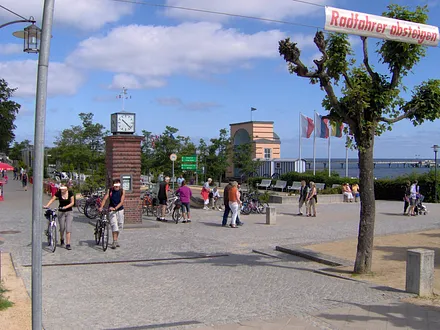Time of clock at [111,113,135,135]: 10:21
